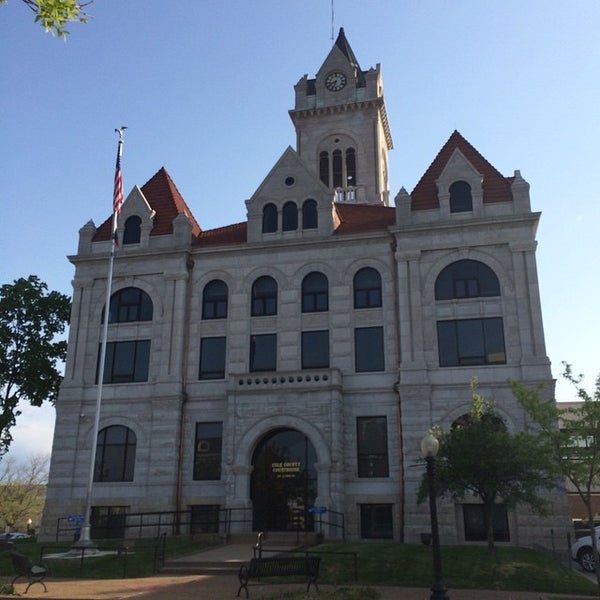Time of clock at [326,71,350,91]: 8:33
